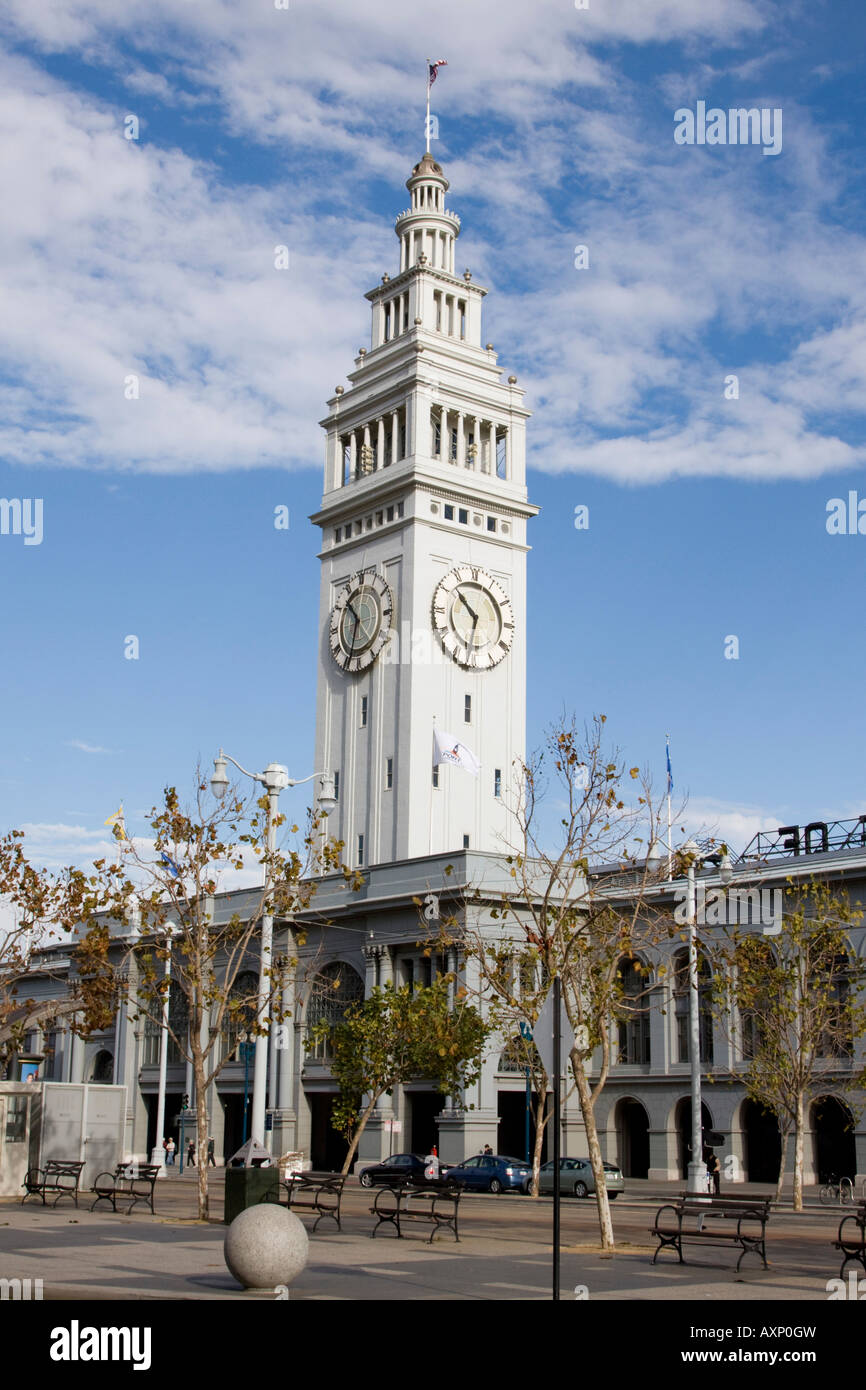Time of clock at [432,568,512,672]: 10:32
